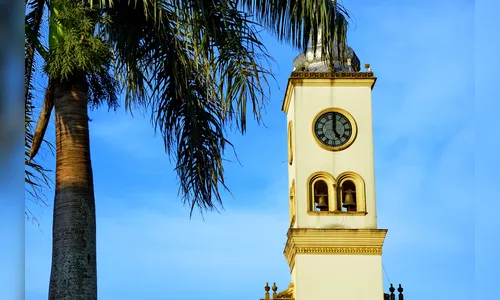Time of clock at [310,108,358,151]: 5:00
